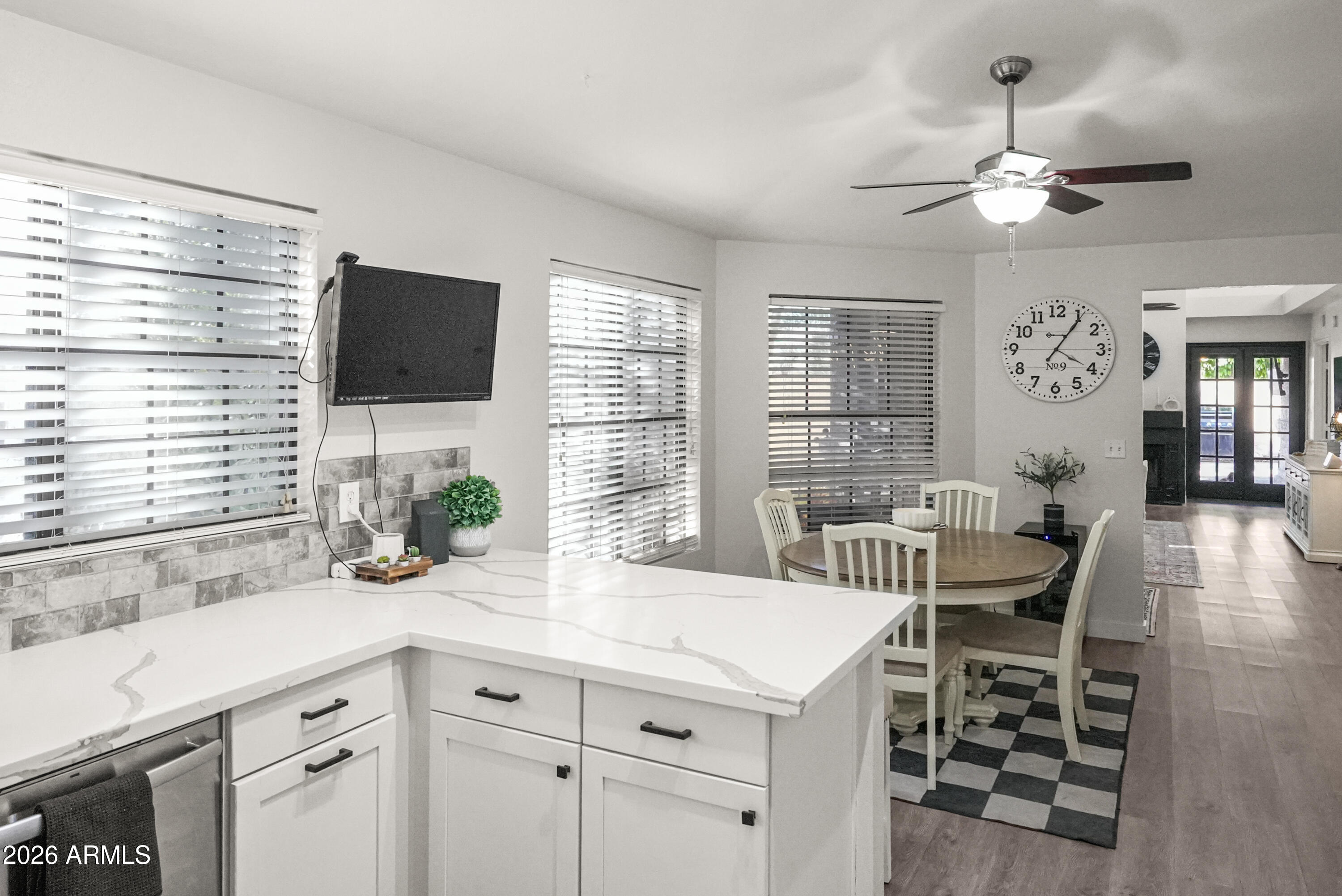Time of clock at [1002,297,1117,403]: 4:05
